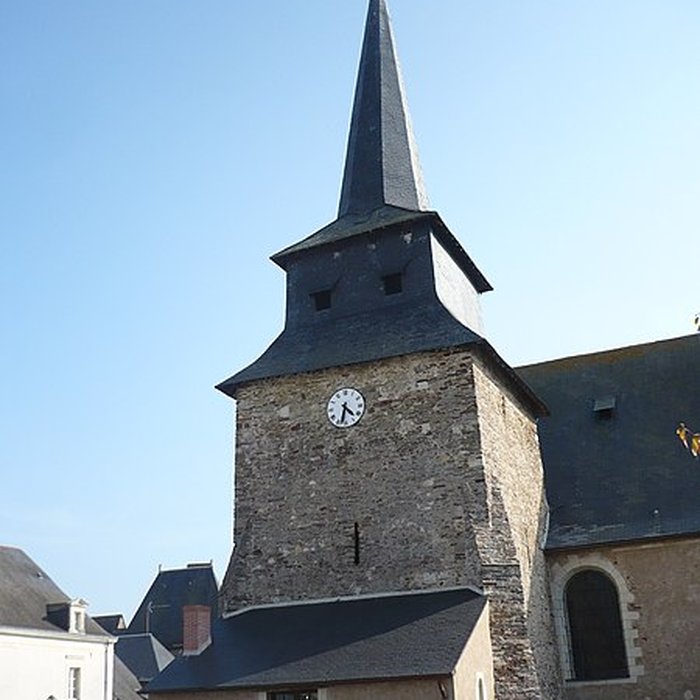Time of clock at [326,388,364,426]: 4:32
